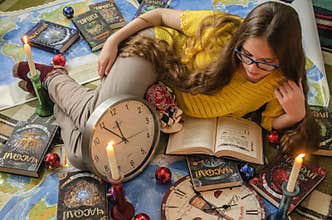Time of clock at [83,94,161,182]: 10:49
